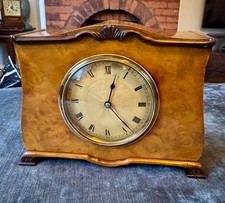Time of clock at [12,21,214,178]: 12:23
